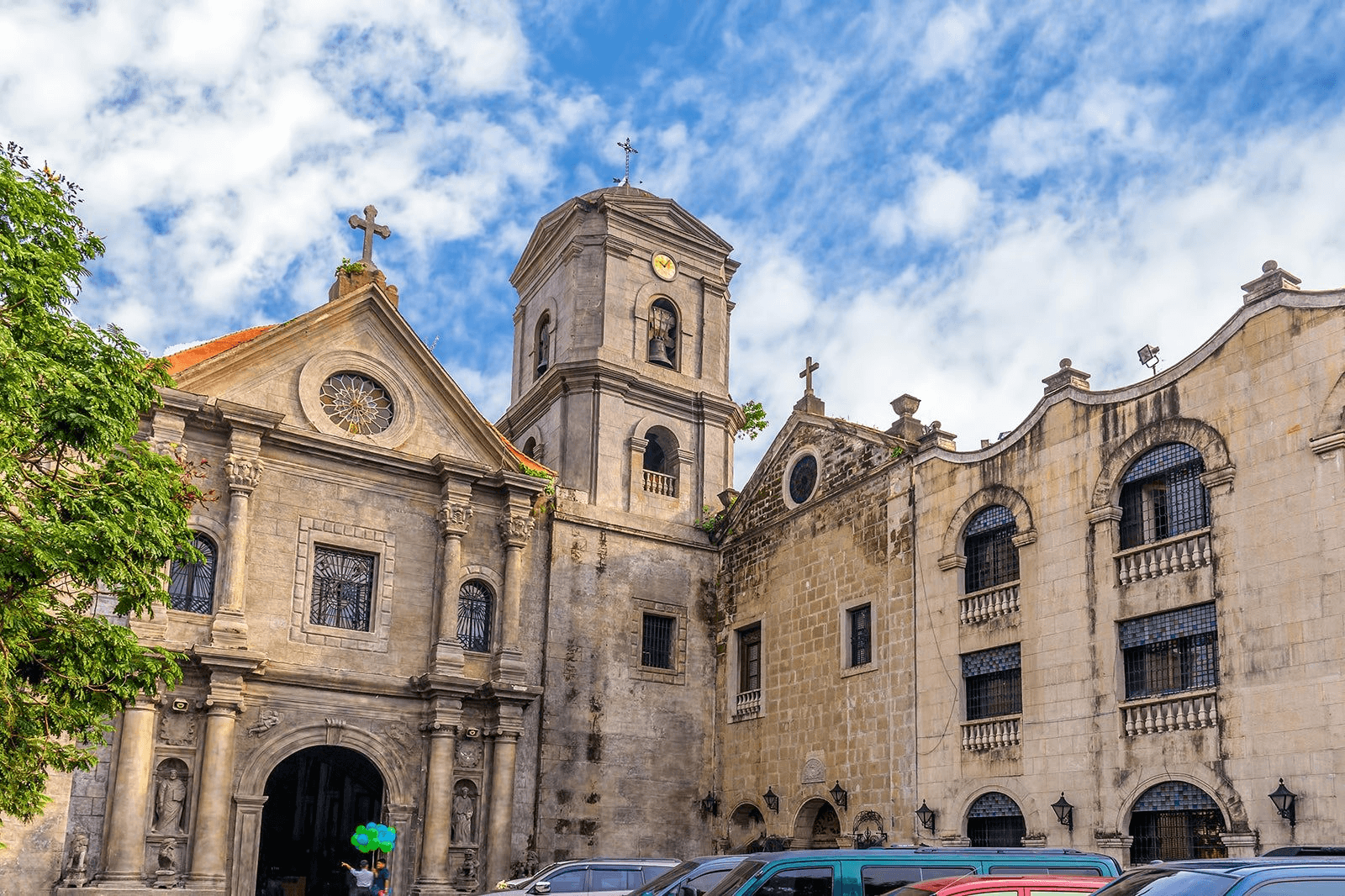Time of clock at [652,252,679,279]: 10:07
